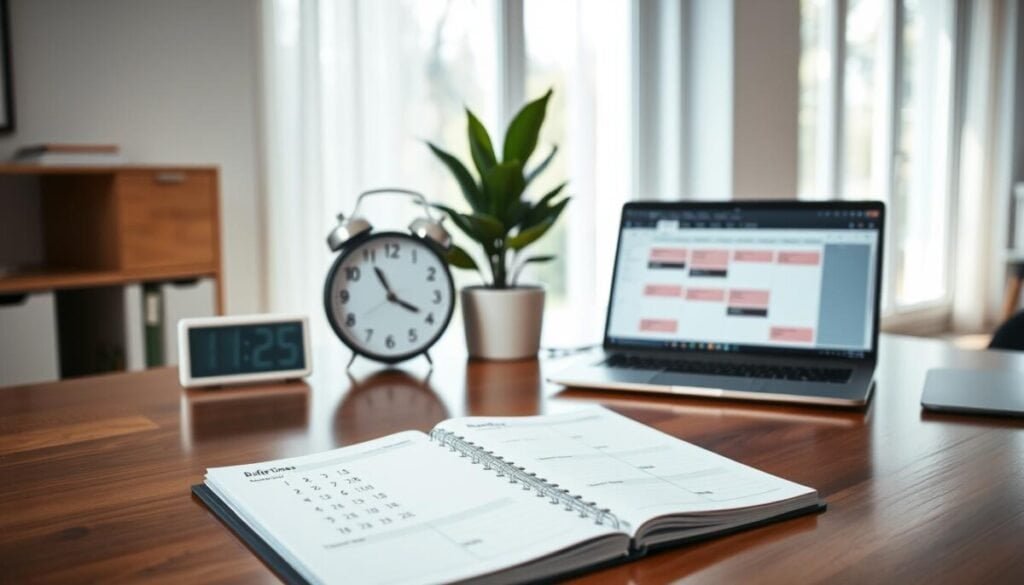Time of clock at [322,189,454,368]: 3:55
